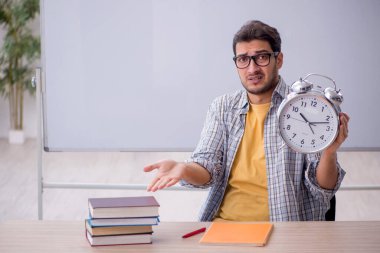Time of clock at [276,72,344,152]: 10:12
